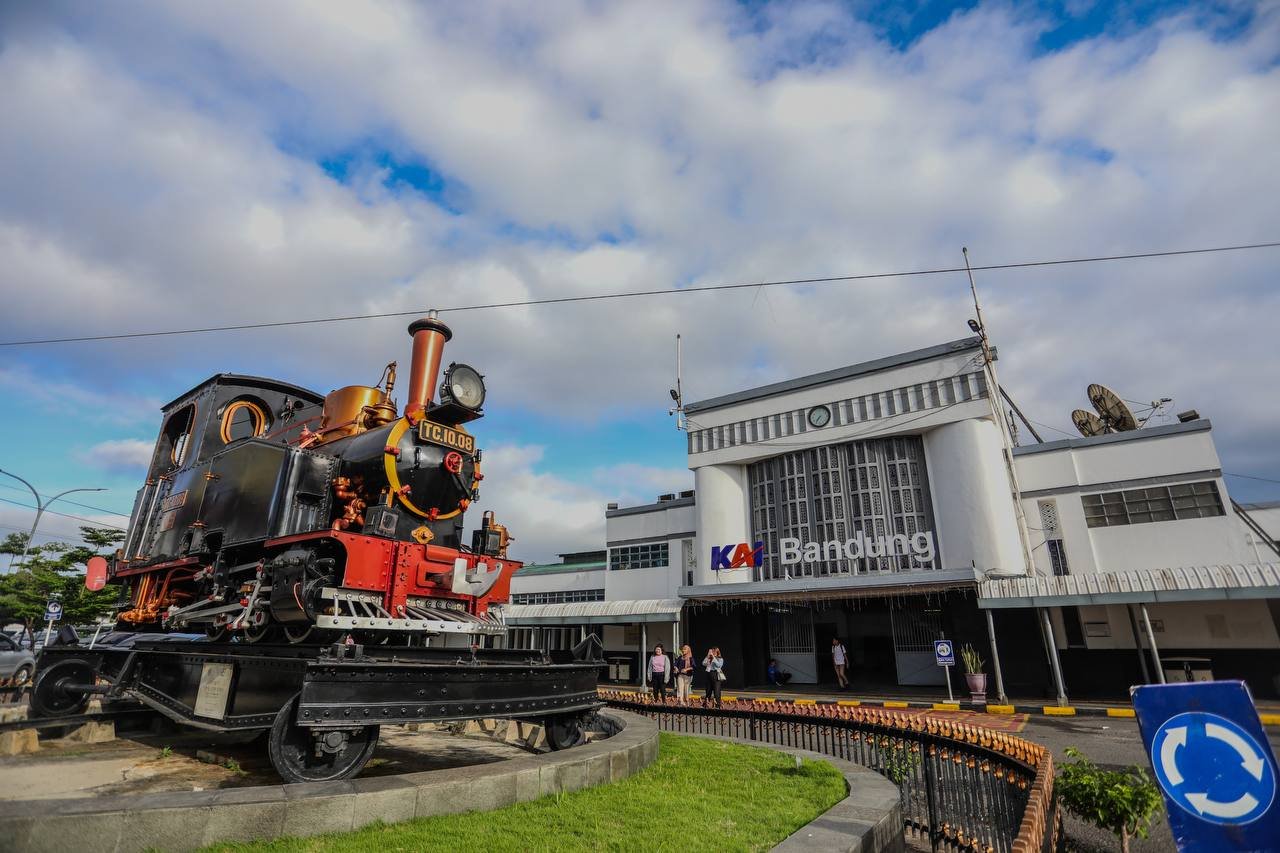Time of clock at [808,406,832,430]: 7:36
